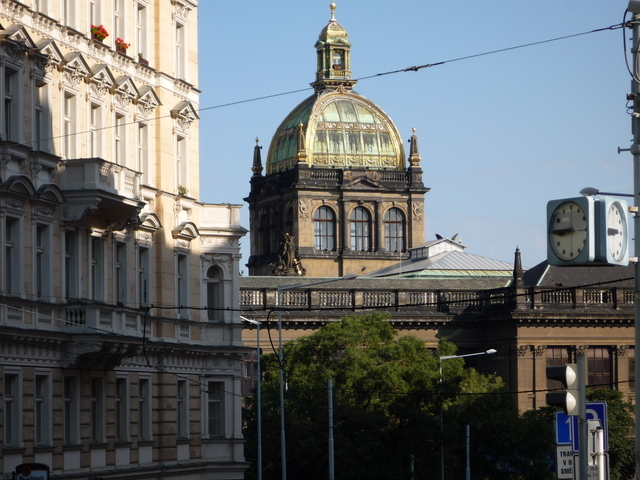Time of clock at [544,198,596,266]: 8:45
